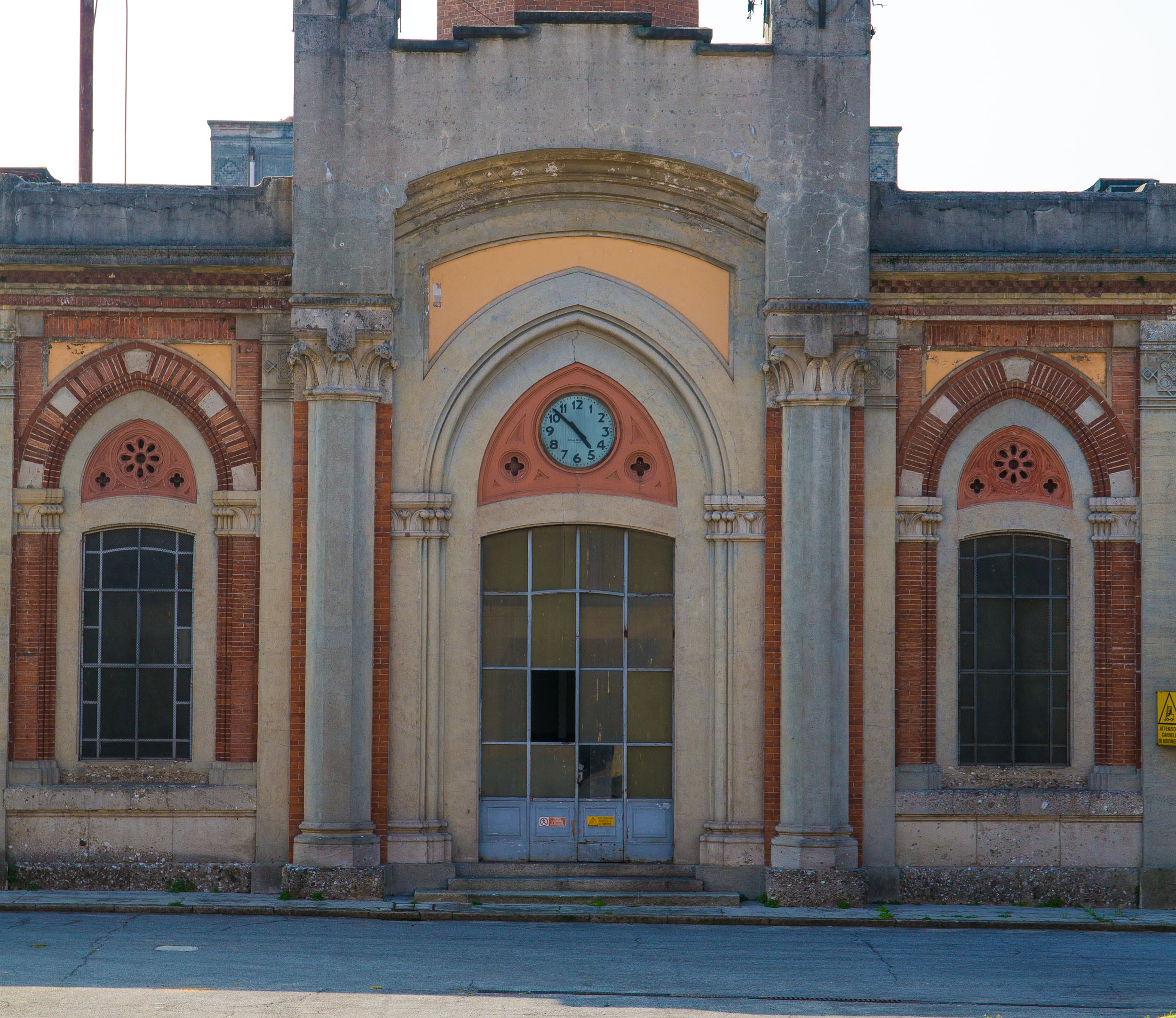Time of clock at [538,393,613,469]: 4:52
